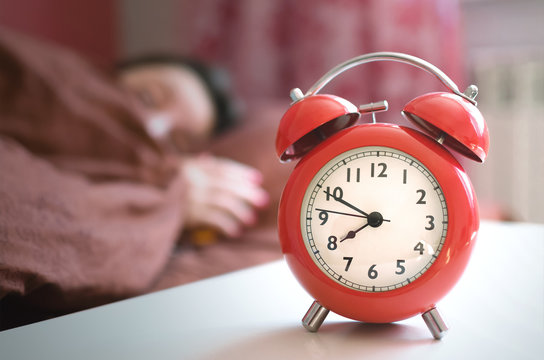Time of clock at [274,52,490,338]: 7:49
